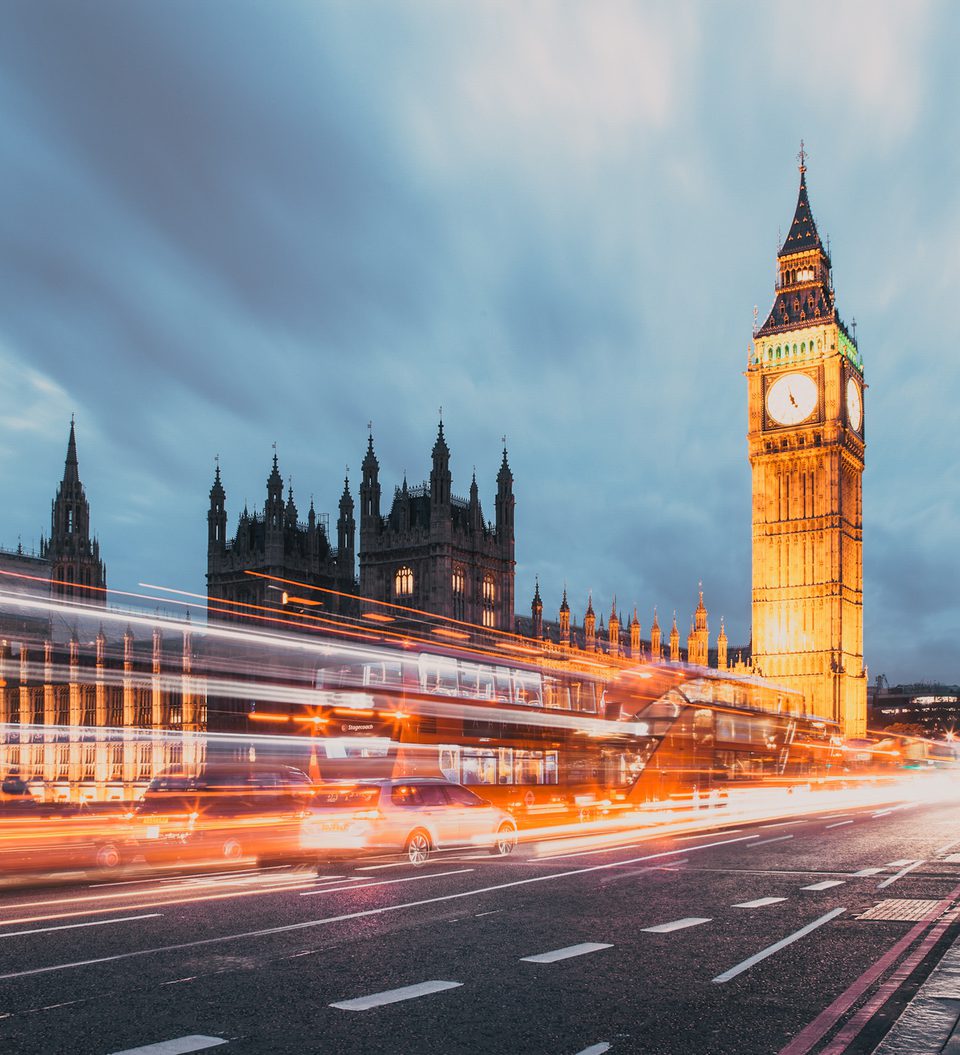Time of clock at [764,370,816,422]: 4:57
